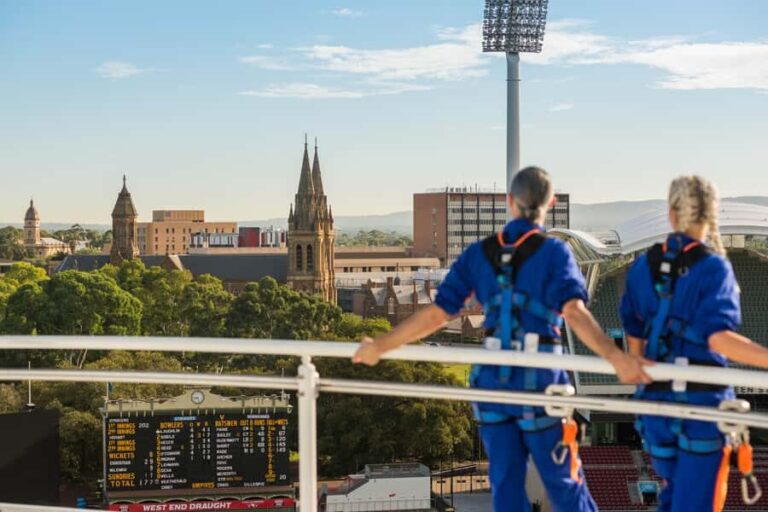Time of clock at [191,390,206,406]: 8:27
